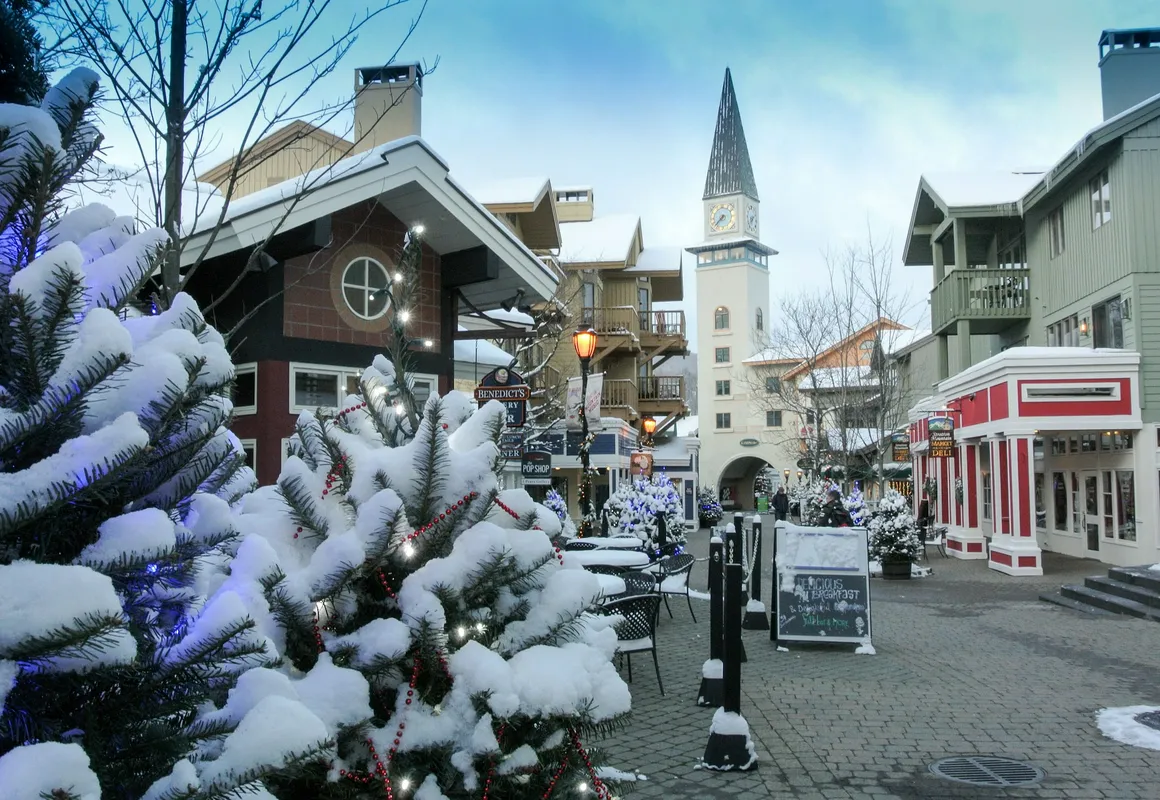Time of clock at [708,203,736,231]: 7:37
